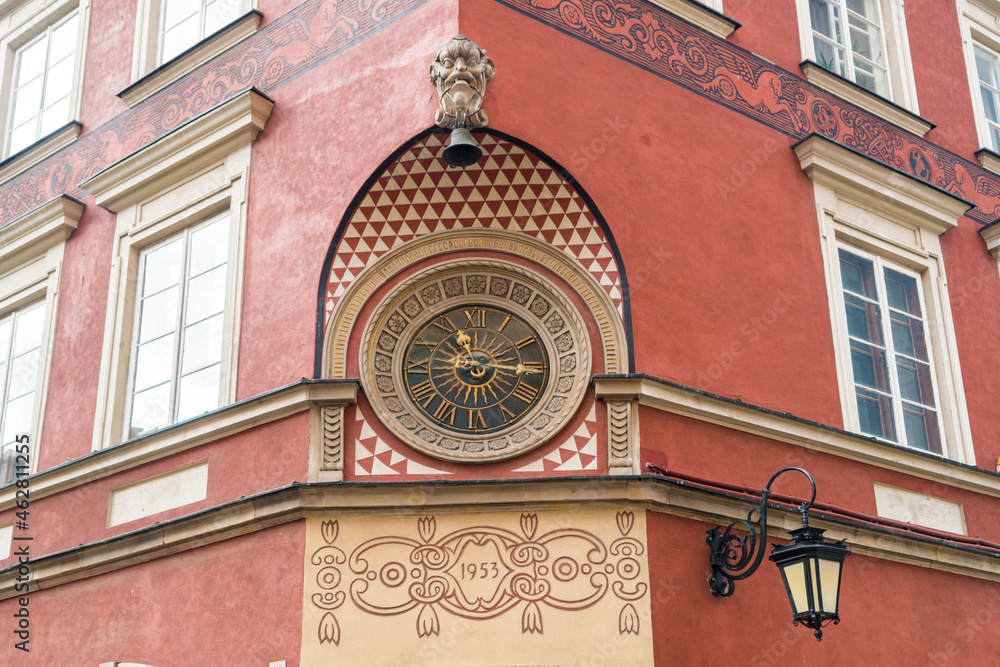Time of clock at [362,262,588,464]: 11:14
